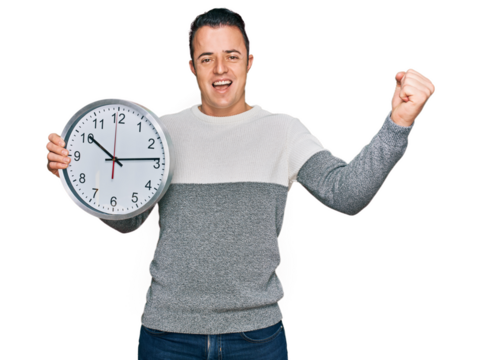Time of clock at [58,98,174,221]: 10:13
